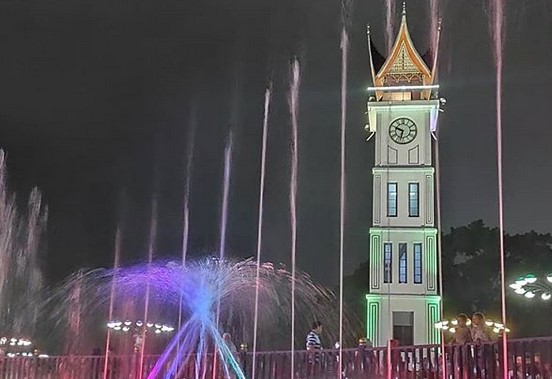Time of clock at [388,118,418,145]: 9:32
